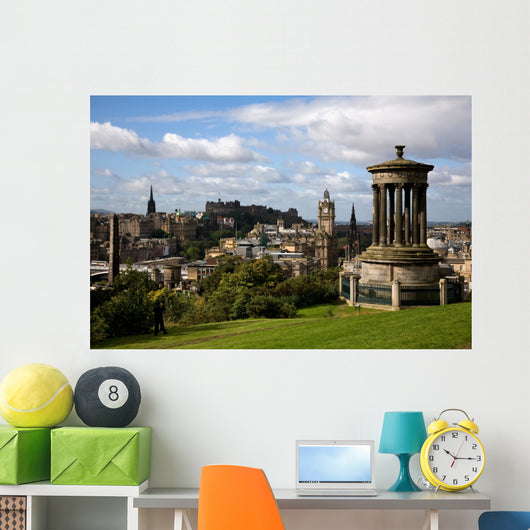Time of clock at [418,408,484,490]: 10:15
